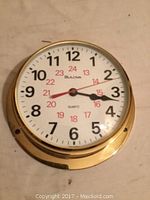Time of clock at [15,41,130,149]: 3:16
